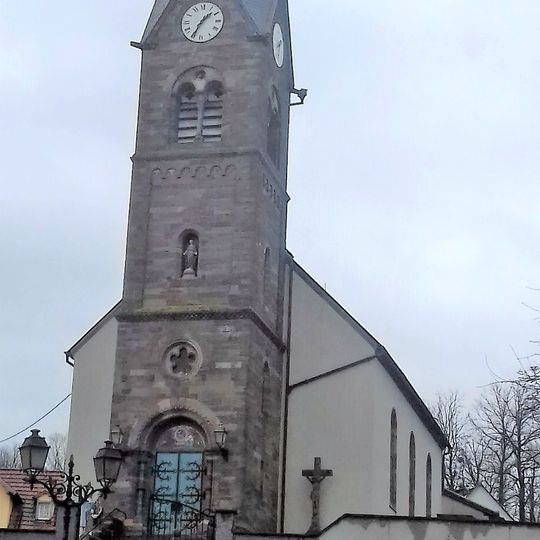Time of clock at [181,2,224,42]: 1:34
